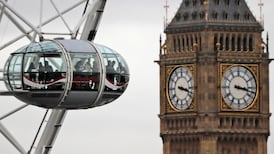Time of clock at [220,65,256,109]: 3:17
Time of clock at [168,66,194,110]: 3:17
